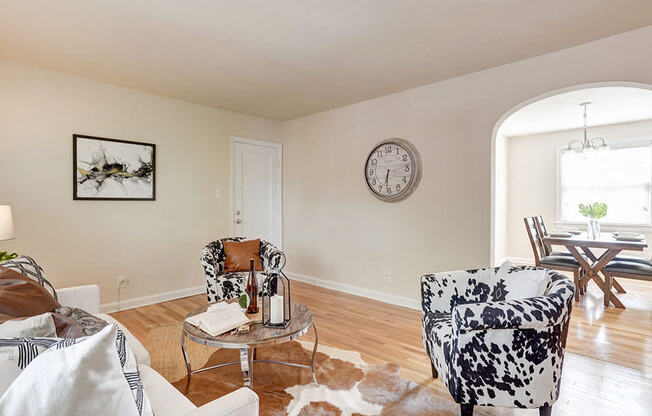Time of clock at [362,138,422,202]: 6:31
